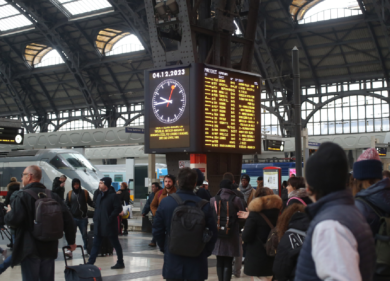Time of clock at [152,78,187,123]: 9:44
